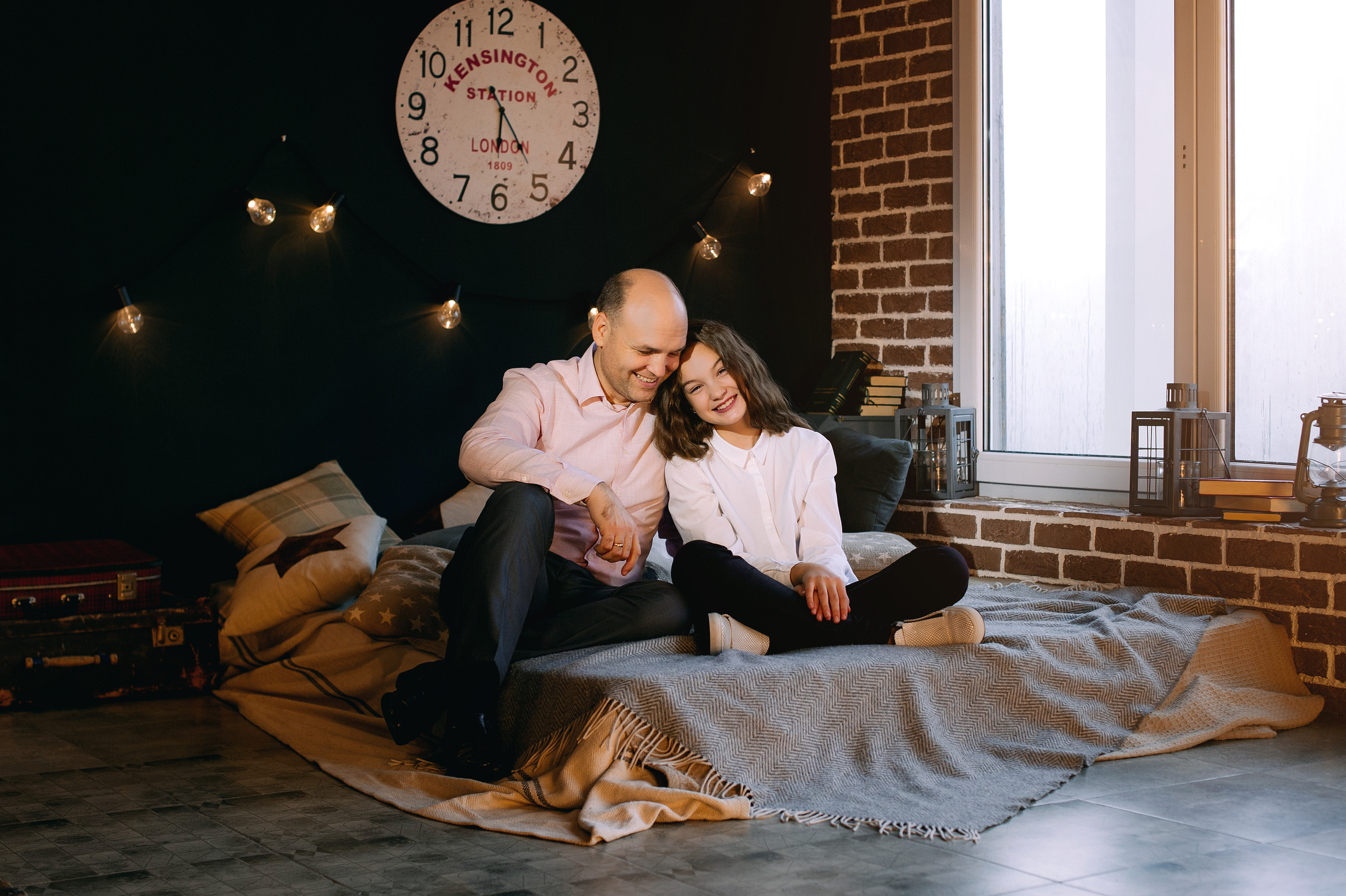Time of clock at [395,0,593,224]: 6:24
